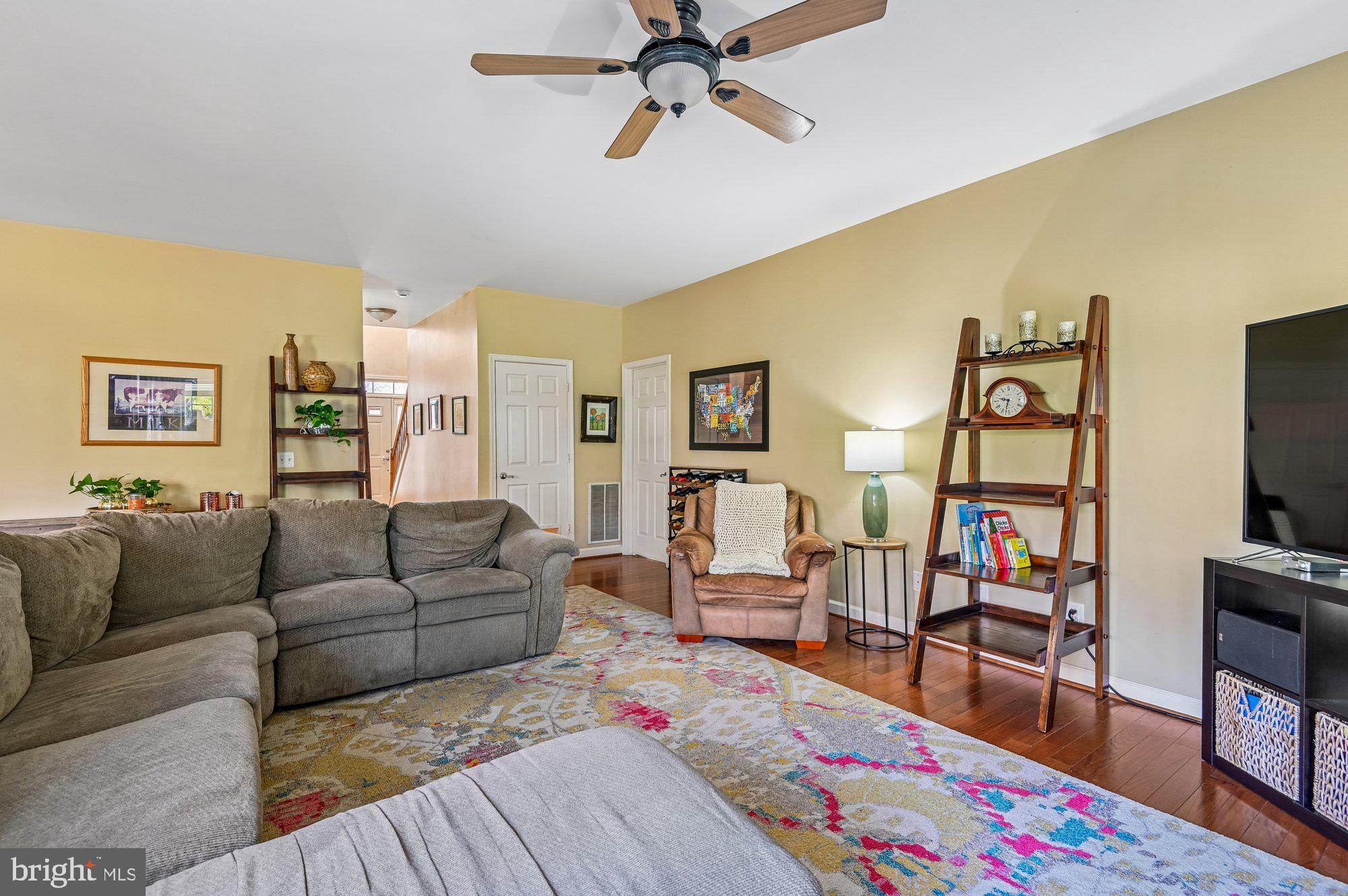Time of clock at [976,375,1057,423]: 9:32
